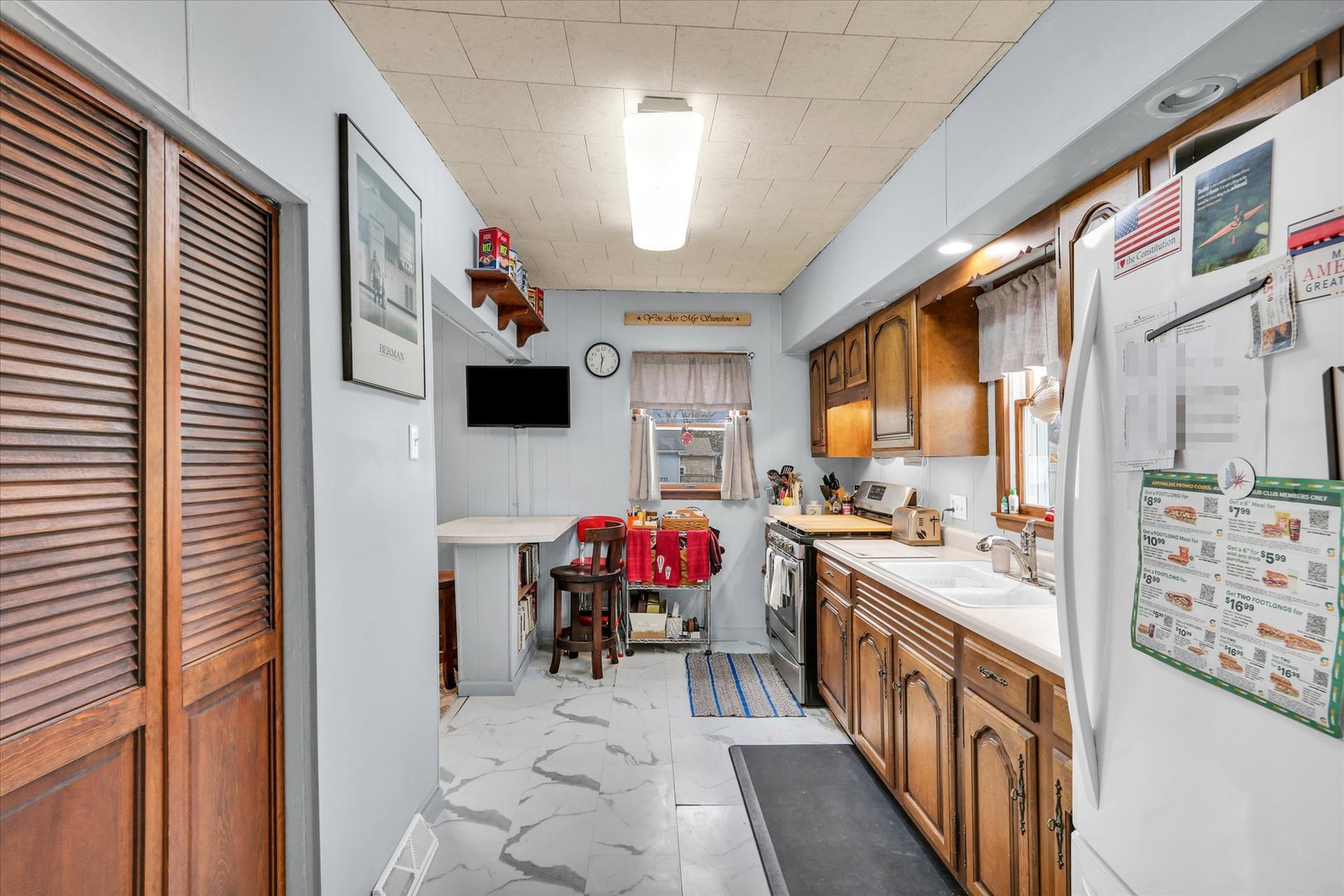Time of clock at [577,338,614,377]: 11:31
